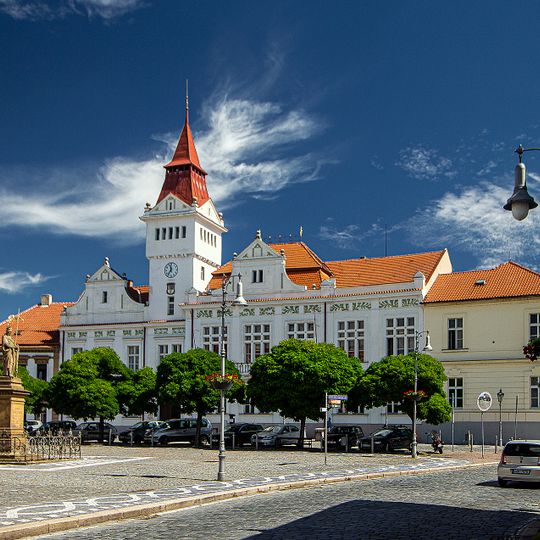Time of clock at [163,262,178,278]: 11:35
